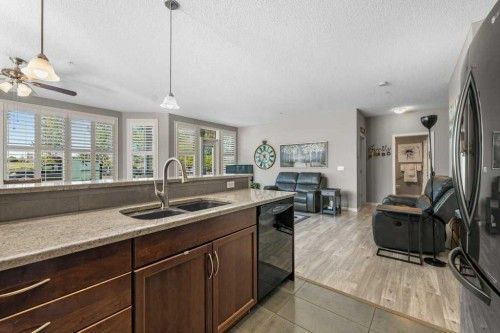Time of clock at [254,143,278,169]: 4:34
